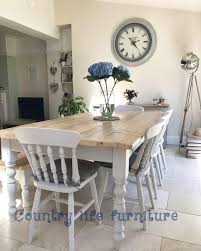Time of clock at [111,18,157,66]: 2:23
